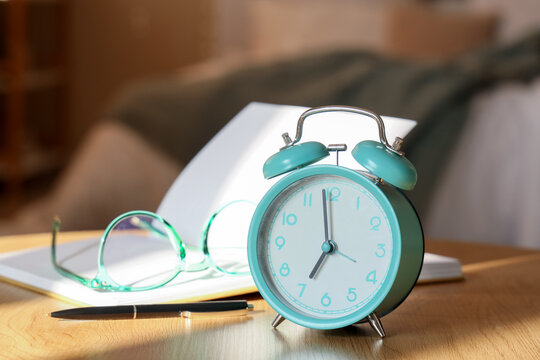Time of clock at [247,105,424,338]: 6:58
